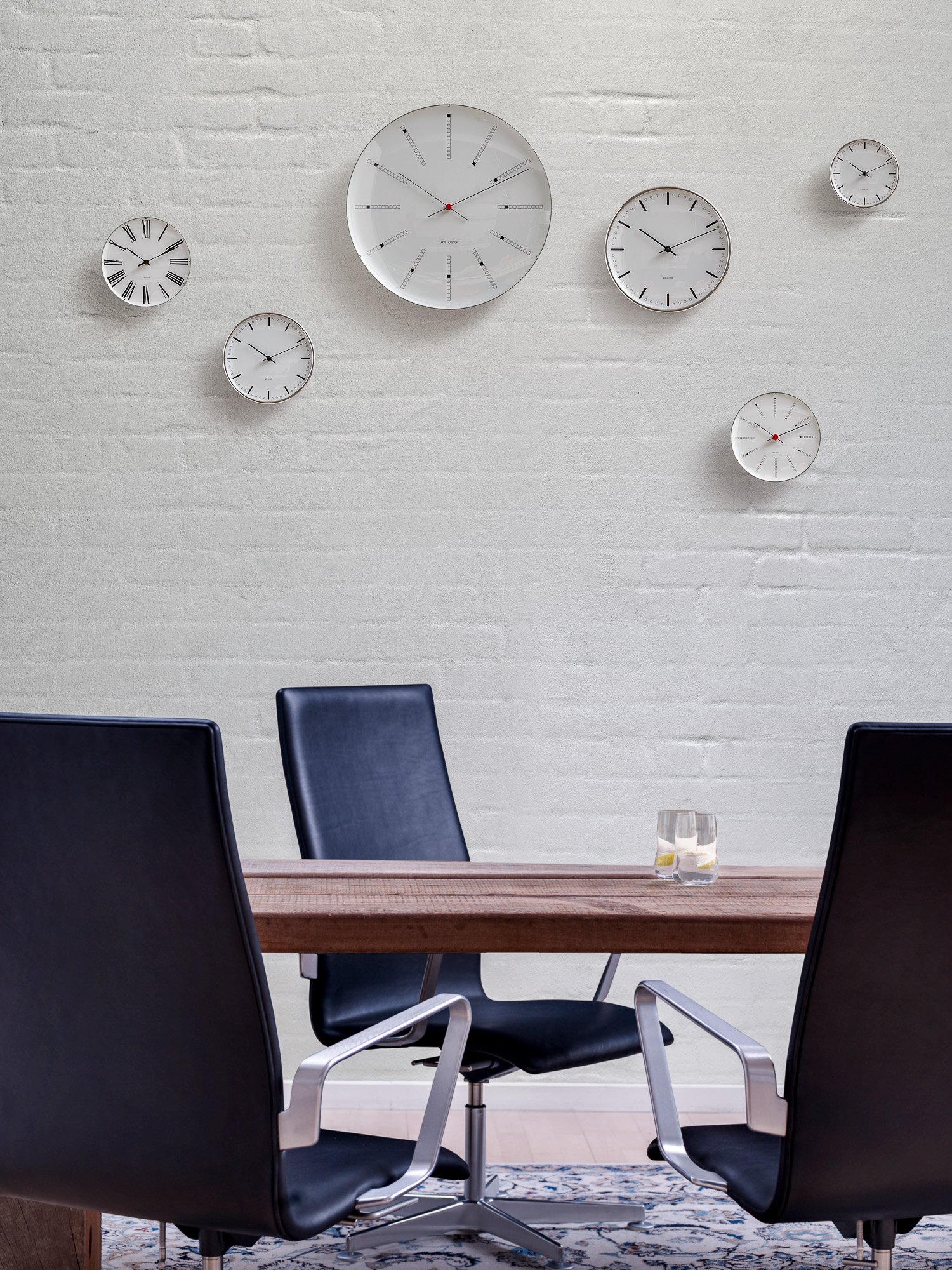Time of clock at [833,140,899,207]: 10:10
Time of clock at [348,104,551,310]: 10:10
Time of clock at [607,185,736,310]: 10:10
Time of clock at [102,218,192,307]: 10:10
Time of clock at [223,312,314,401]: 10:10
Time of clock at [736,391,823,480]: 10:10
